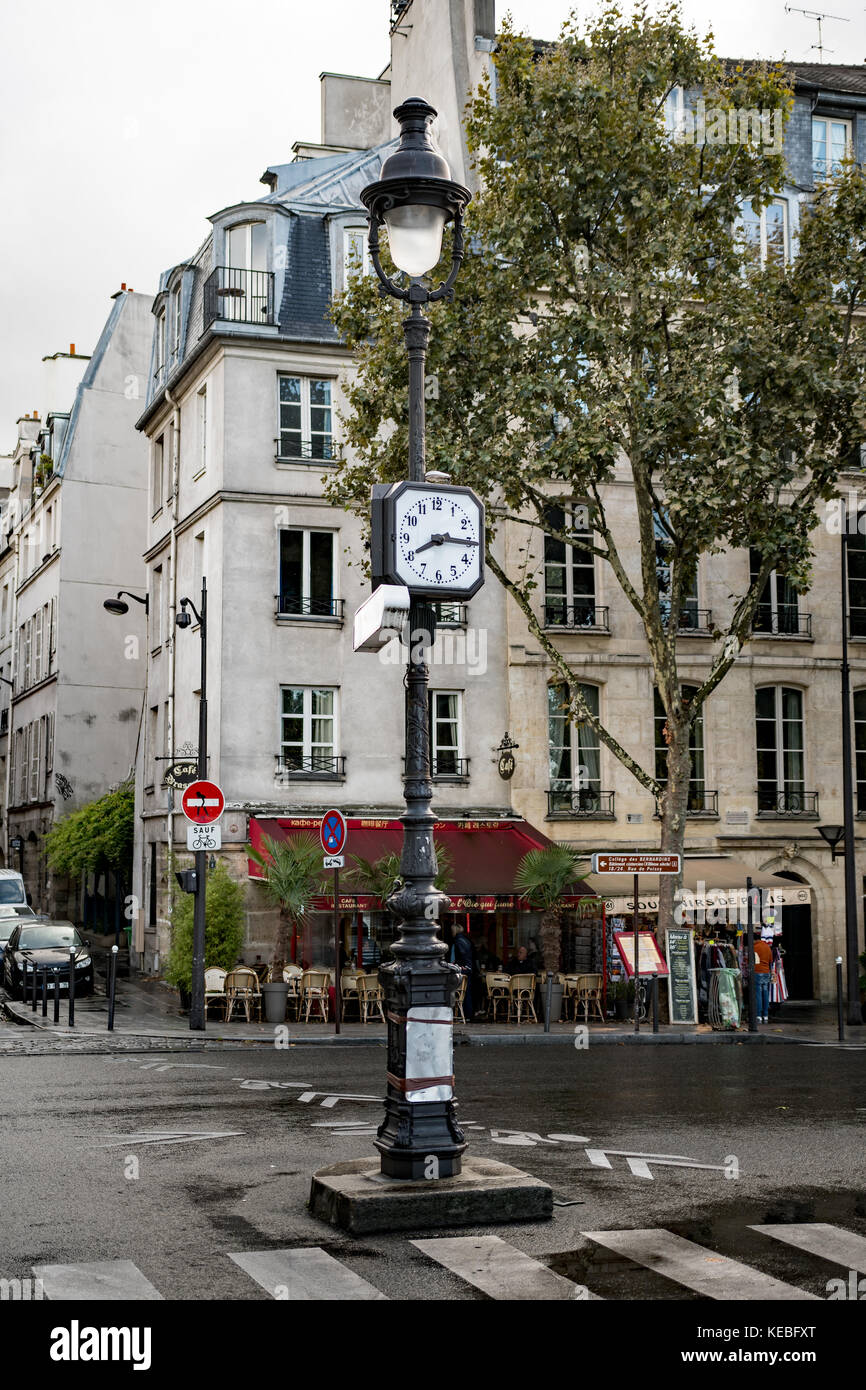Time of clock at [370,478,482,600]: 8:15
